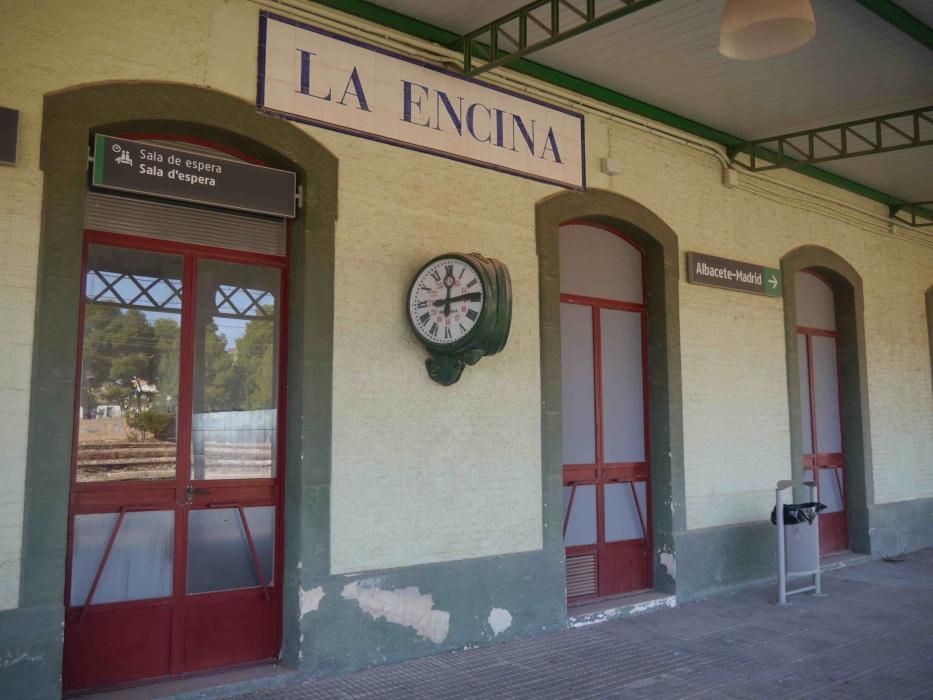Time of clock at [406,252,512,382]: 12:13
